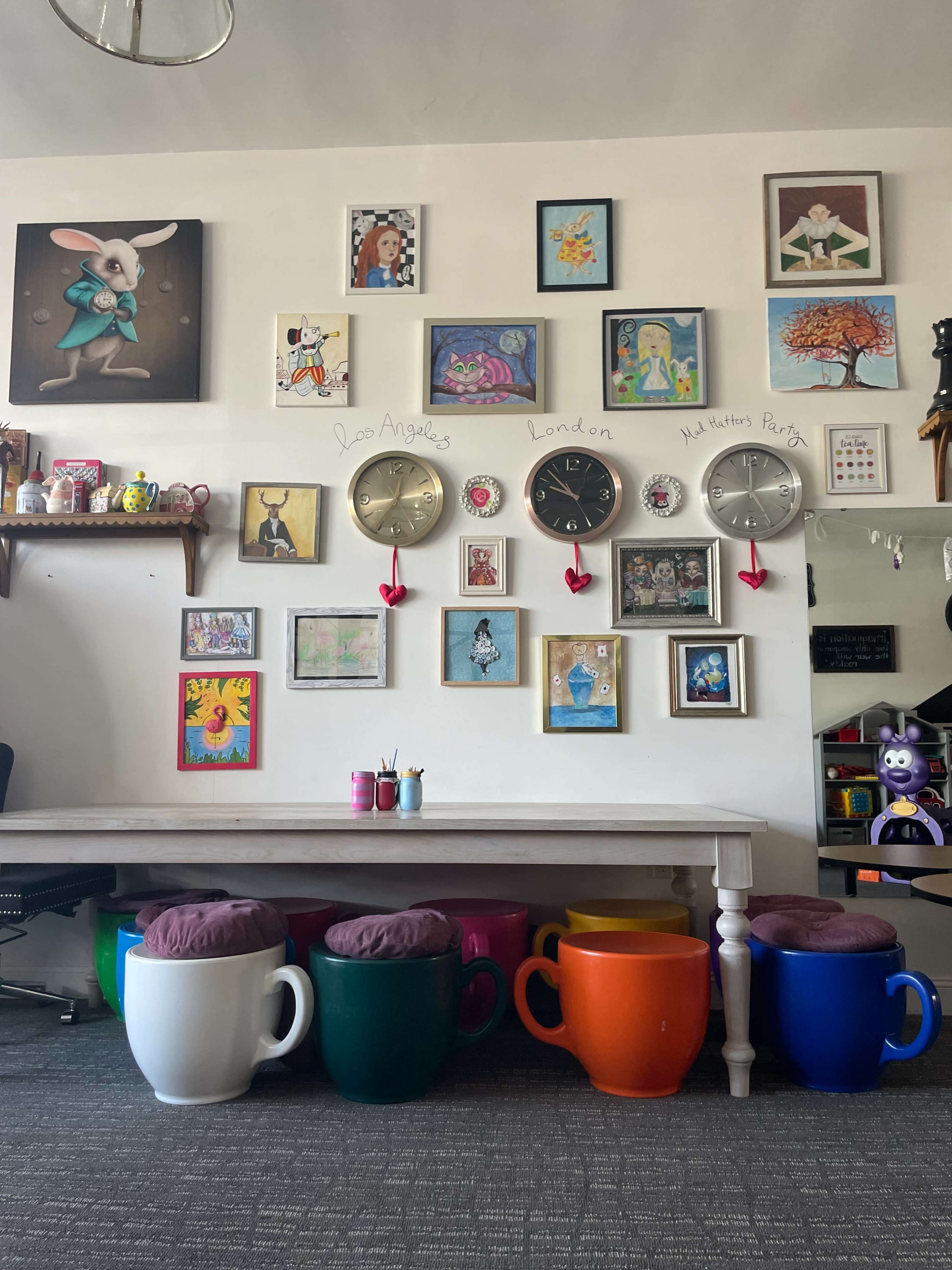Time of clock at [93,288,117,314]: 3:00
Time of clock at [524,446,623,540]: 9:53
